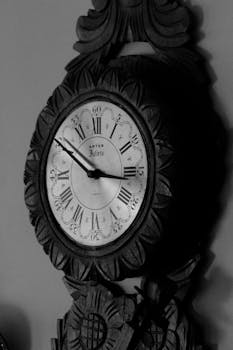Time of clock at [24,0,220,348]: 2:49
